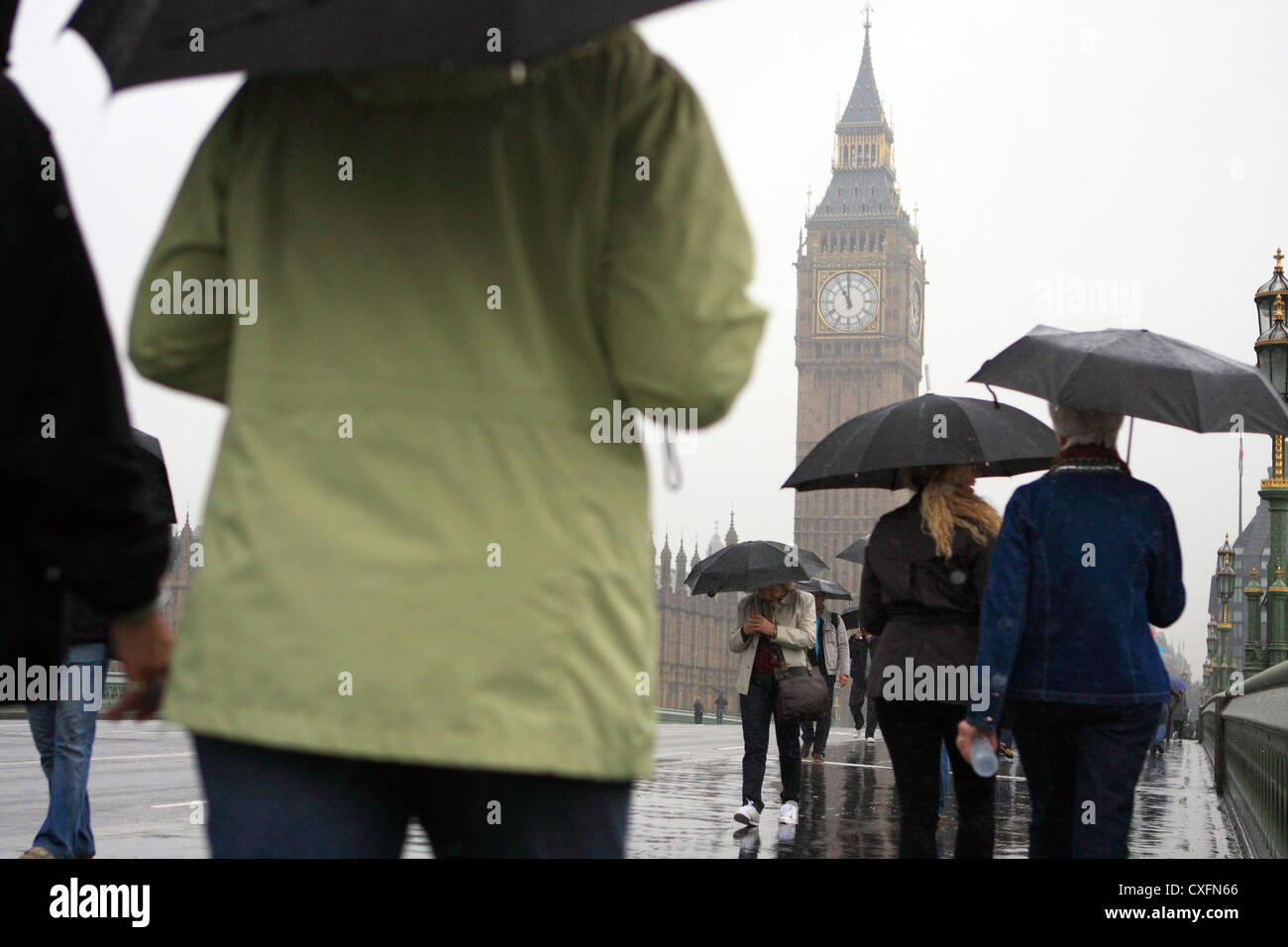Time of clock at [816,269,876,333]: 10:59
